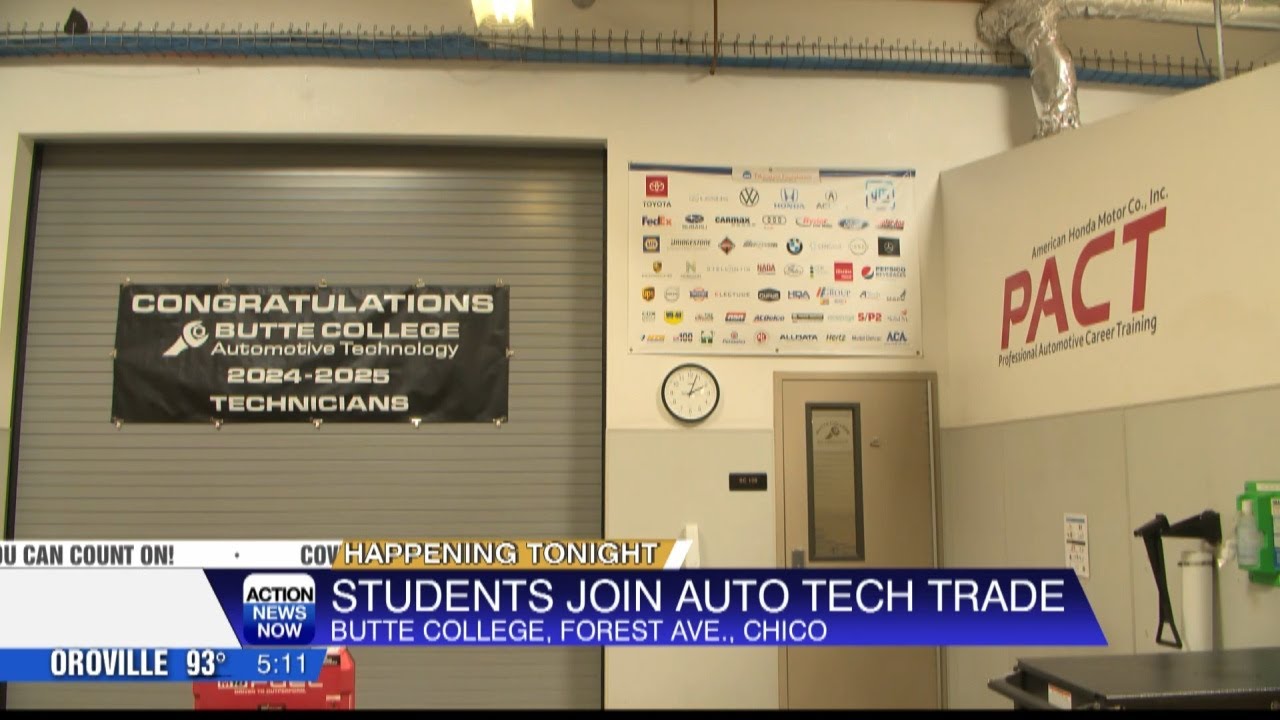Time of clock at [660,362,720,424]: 2:03
